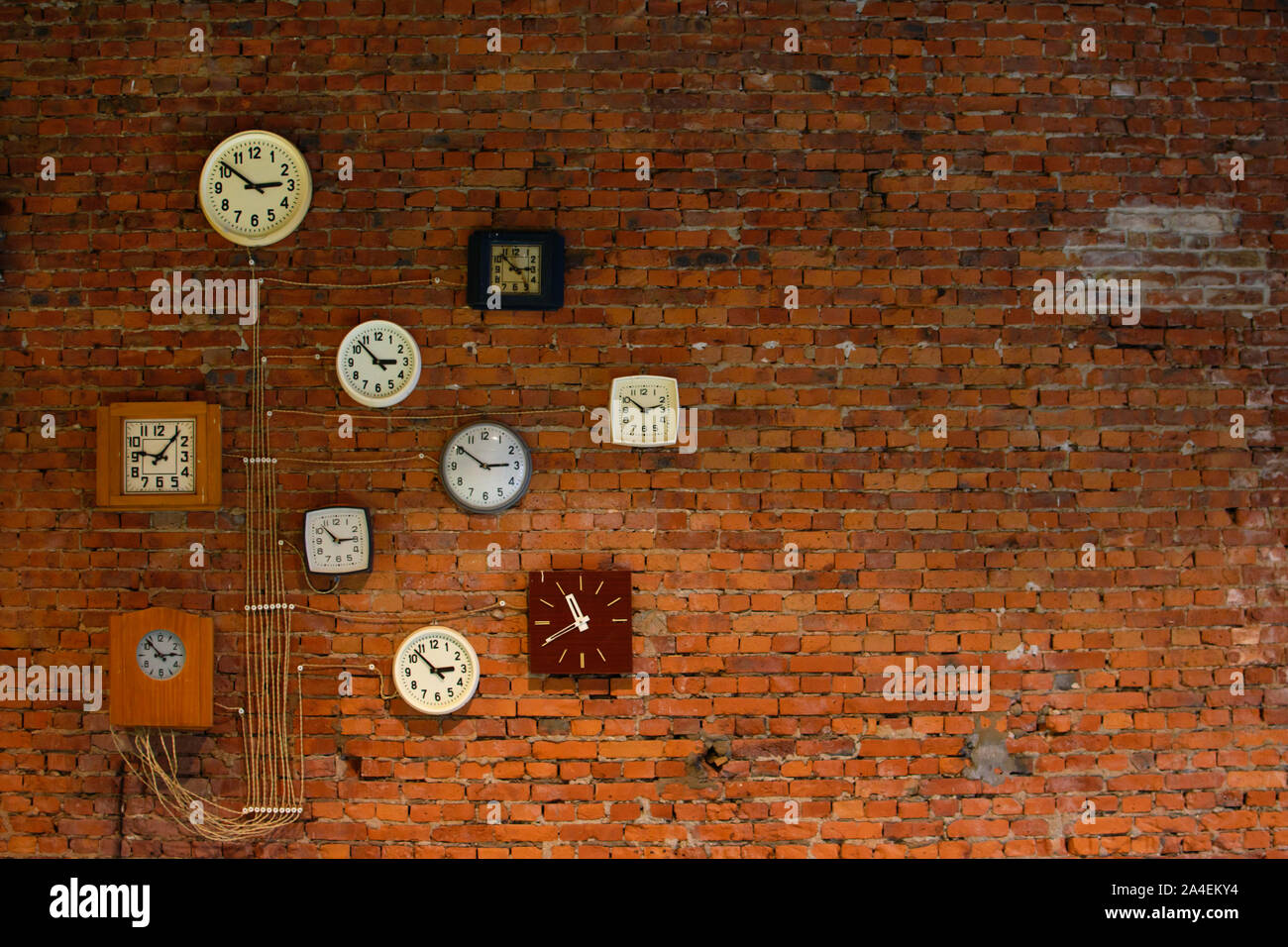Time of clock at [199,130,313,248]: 2:51
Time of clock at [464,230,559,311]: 2:52
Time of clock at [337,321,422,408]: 2:52
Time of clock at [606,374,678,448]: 10:12
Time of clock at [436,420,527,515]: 2:50
